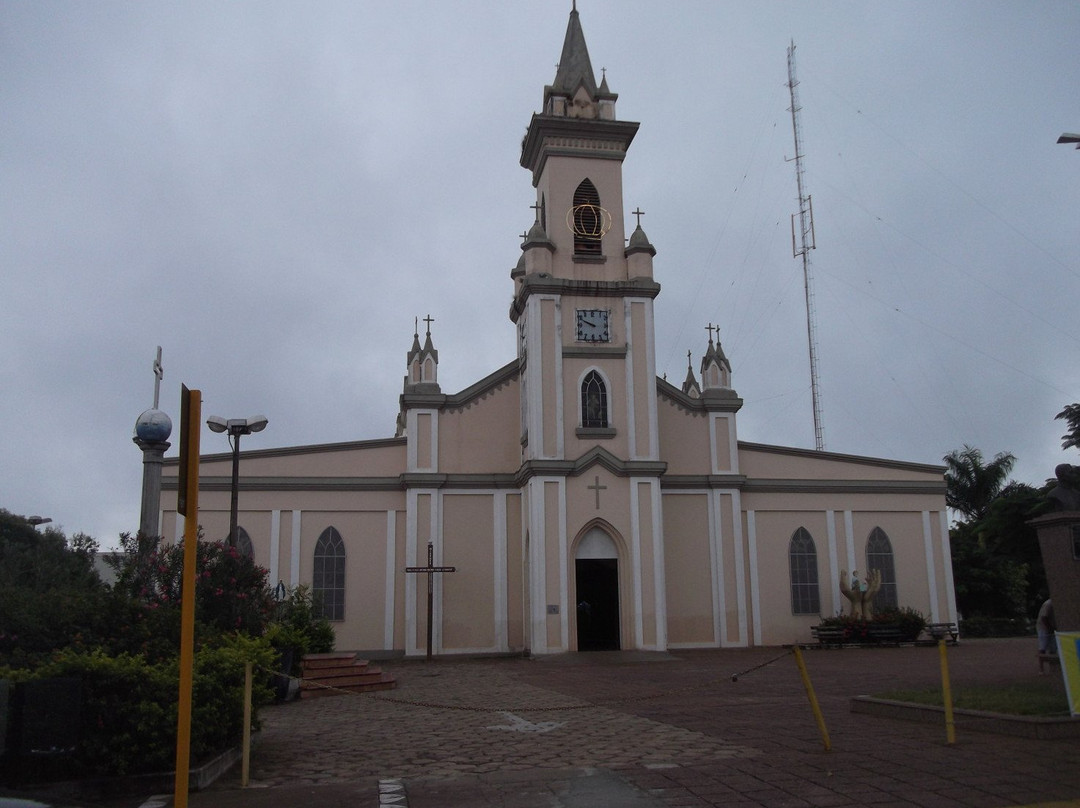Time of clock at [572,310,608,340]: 9:49
